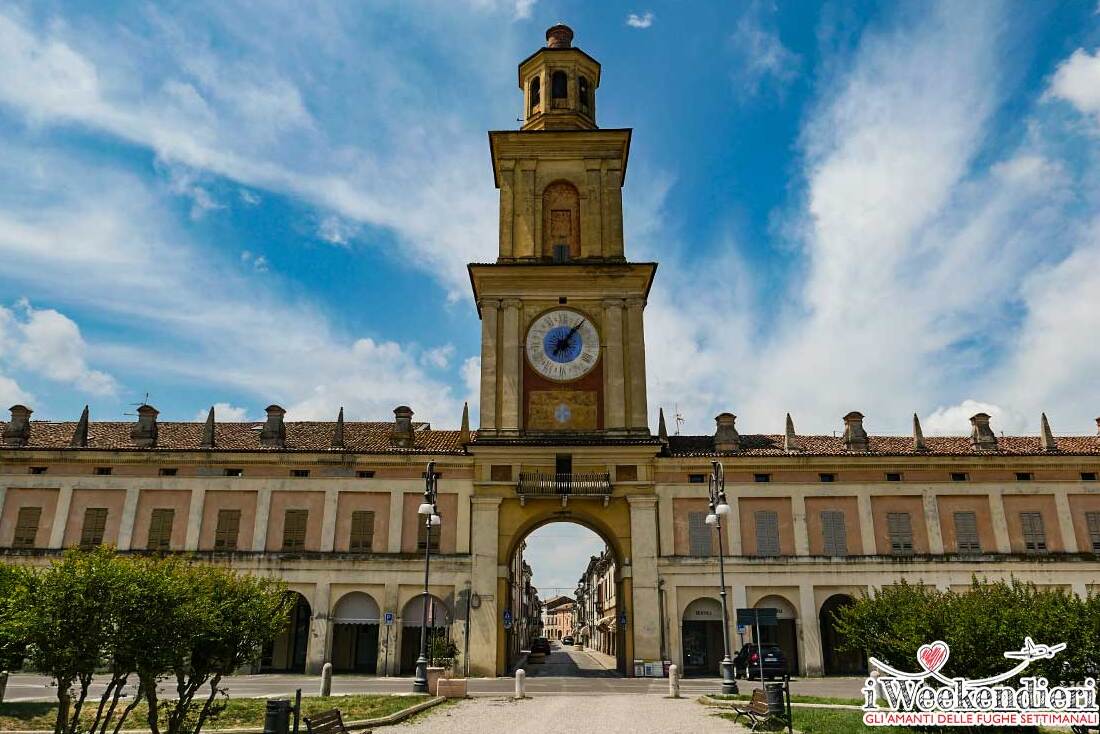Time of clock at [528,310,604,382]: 7:06
